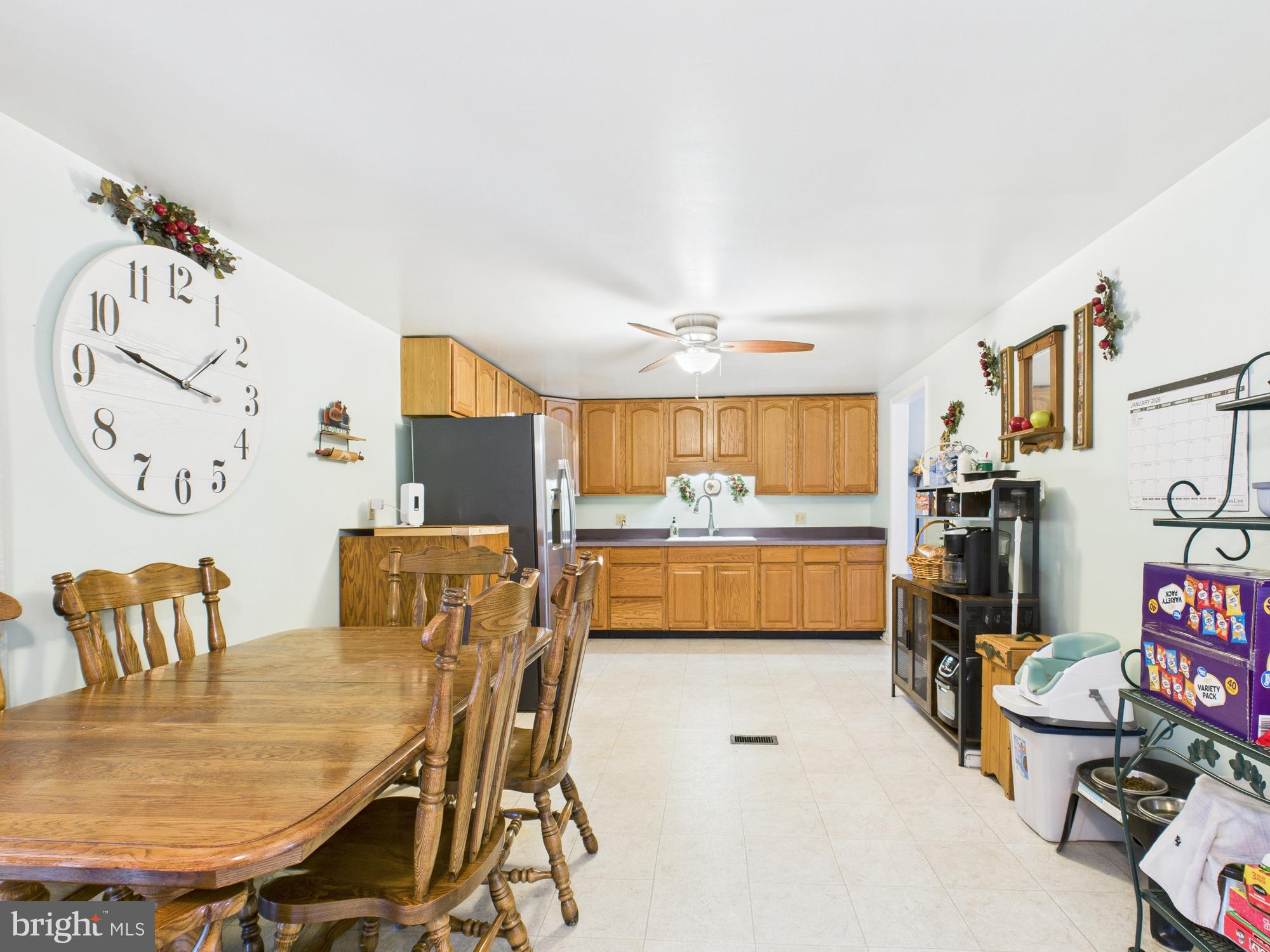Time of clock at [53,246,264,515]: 1:47
